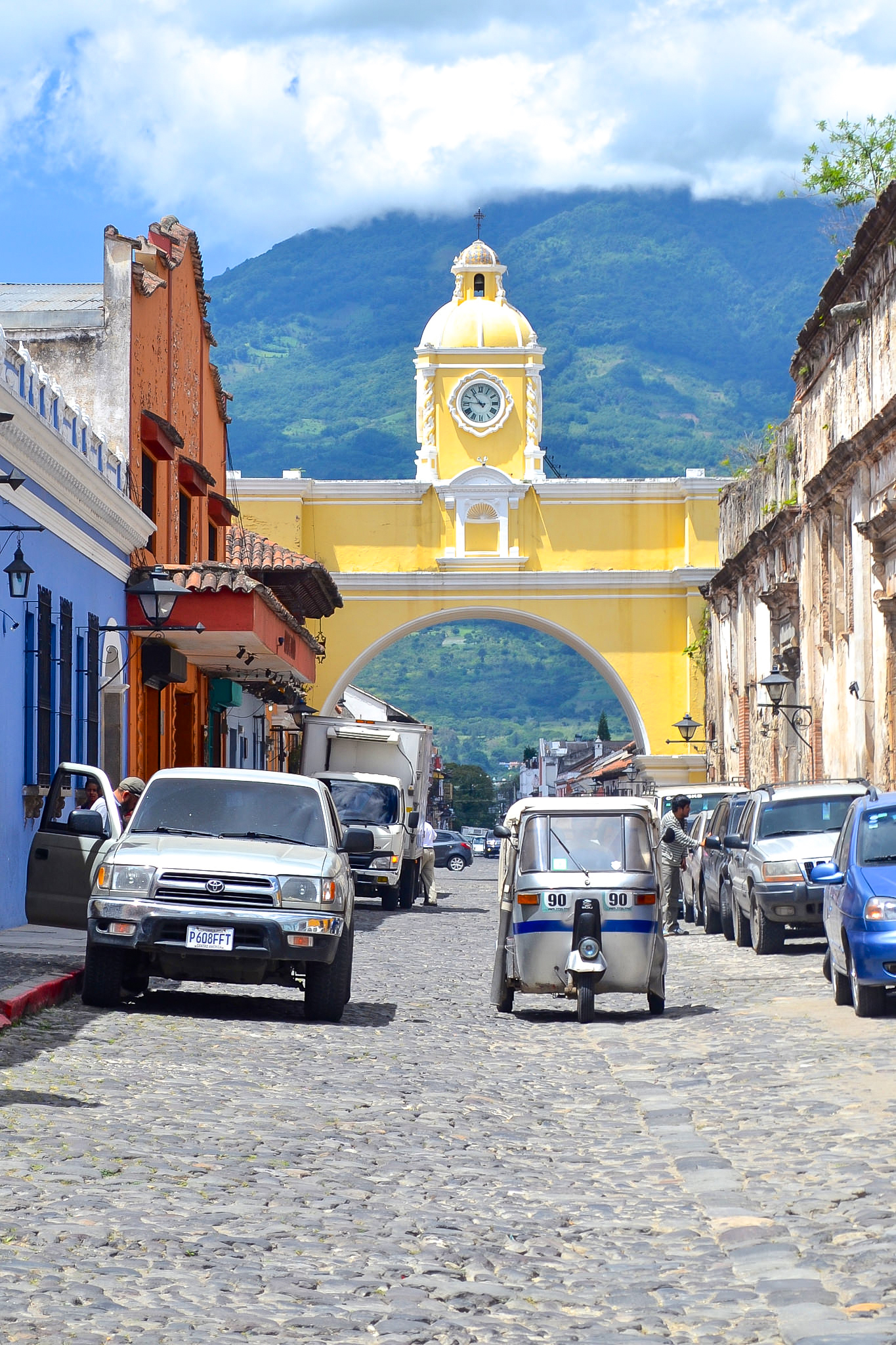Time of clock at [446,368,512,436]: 10:45
